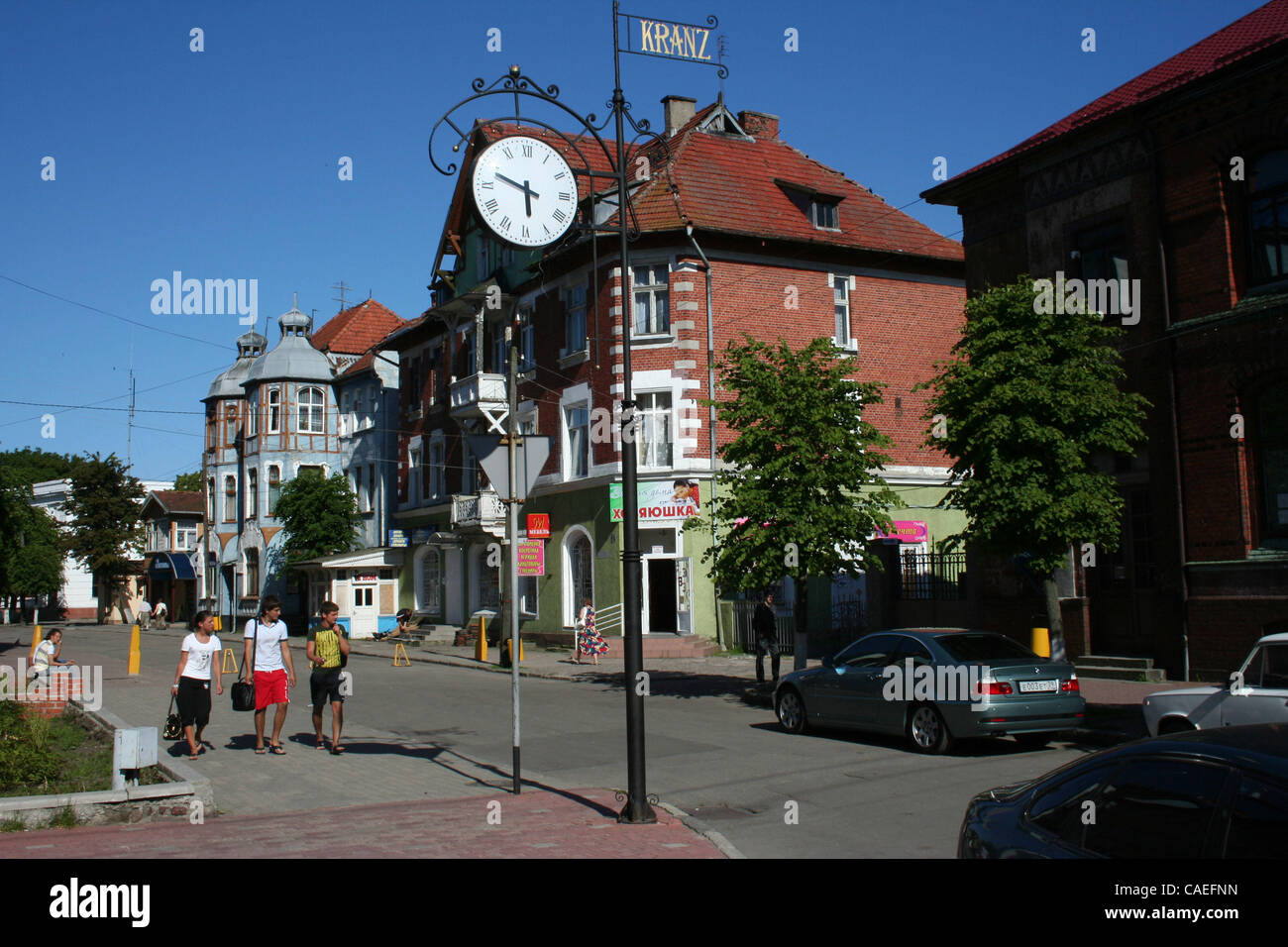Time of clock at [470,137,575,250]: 5:48
